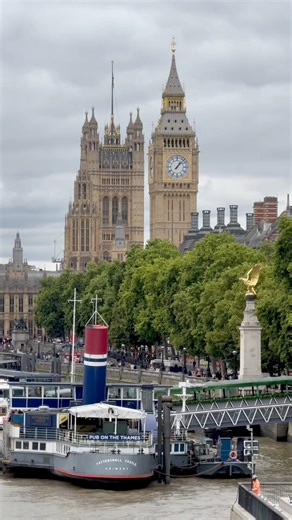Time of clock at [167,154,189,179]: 1:07
